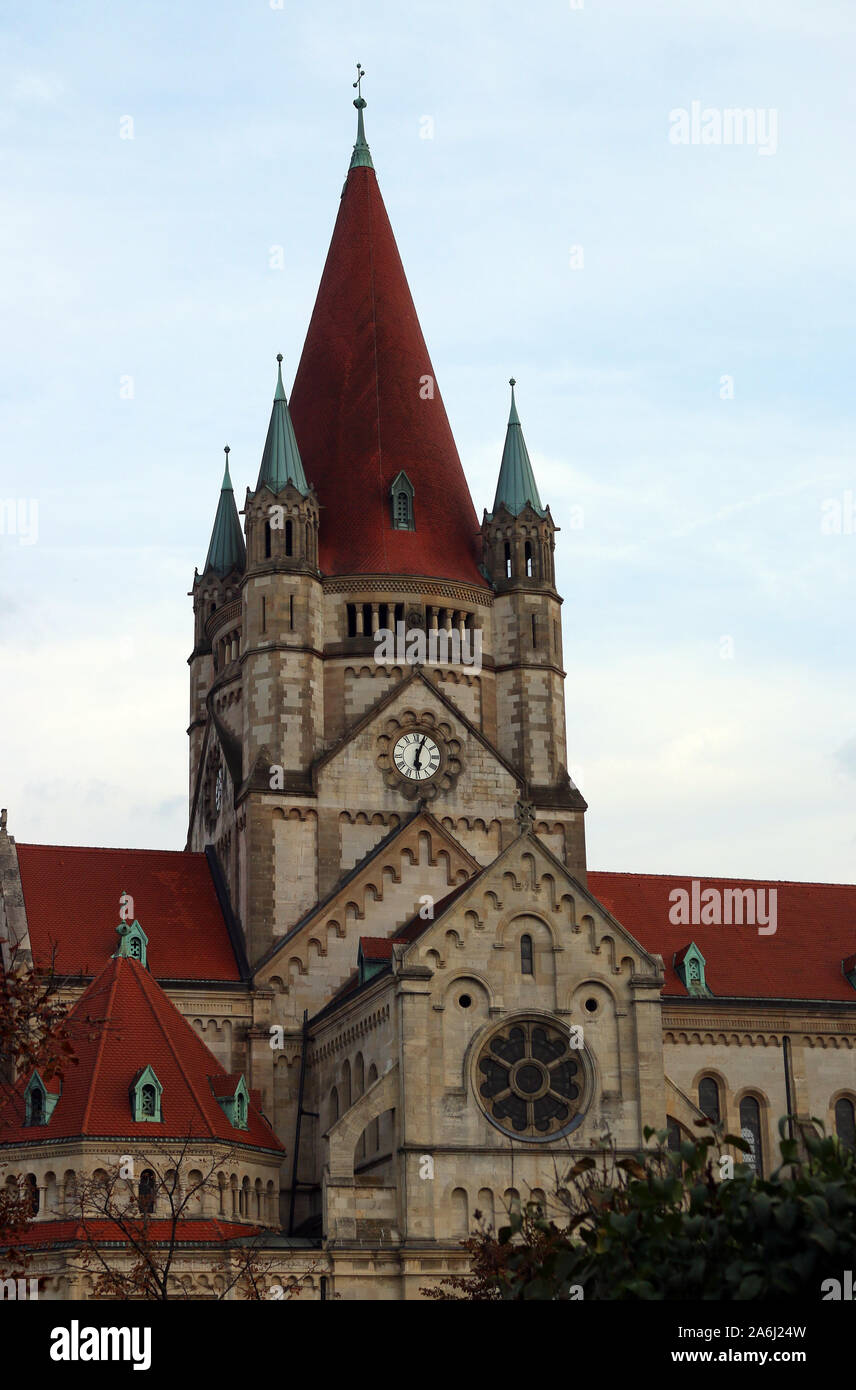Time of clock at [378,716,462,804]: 6:03
